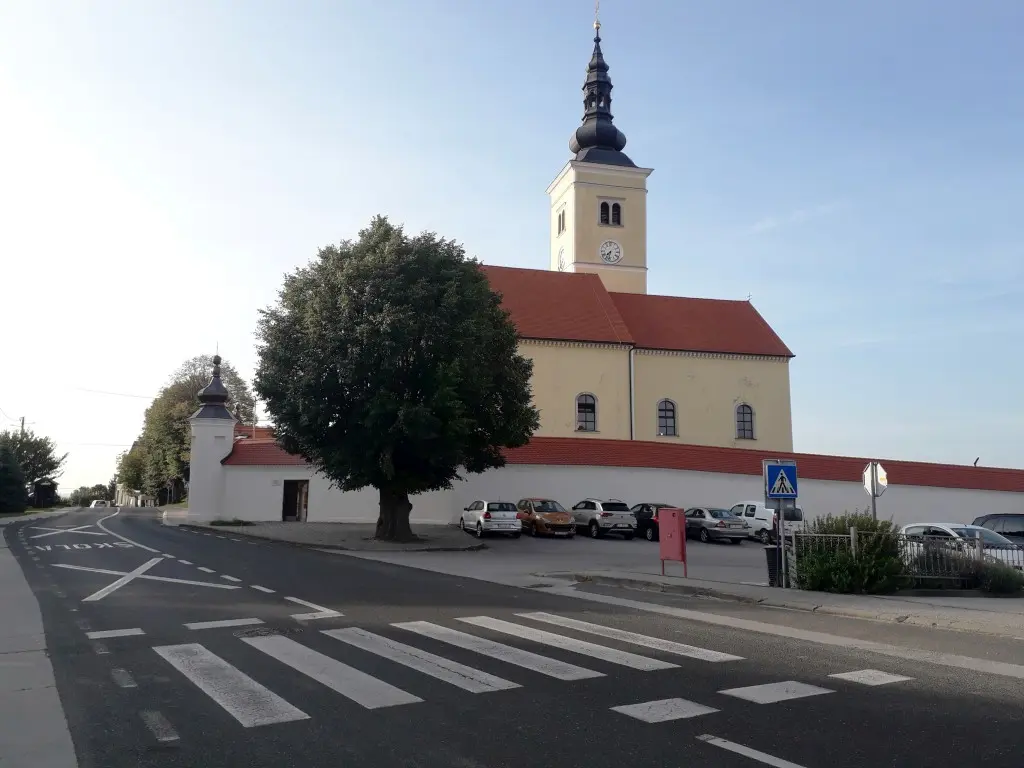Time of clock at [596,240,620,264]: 7:32
